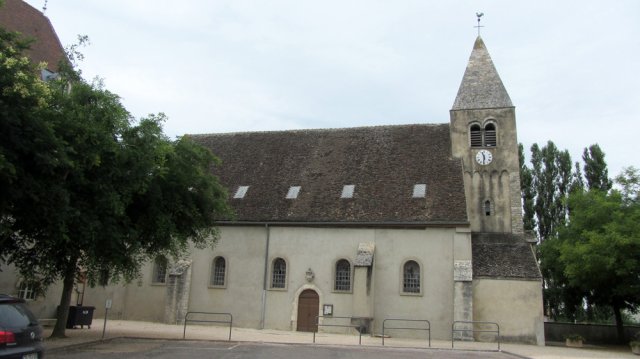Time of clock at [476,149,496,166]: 11:31
